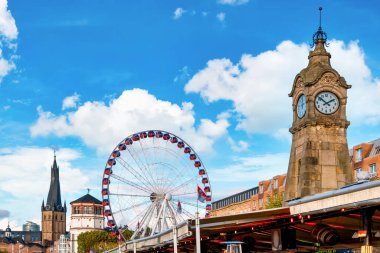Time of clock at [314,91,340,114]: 1:51
